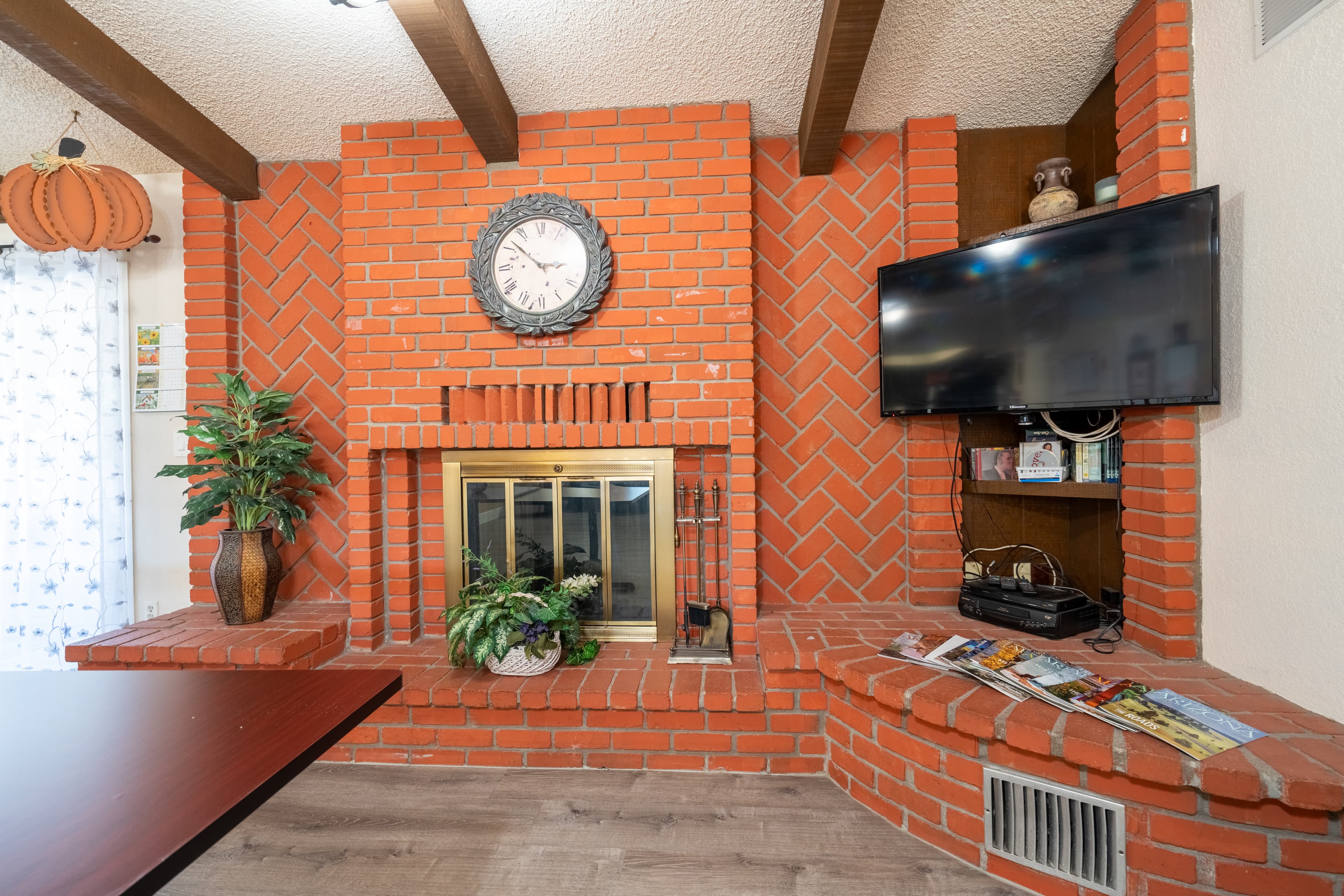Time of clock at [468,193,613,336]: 2:52
